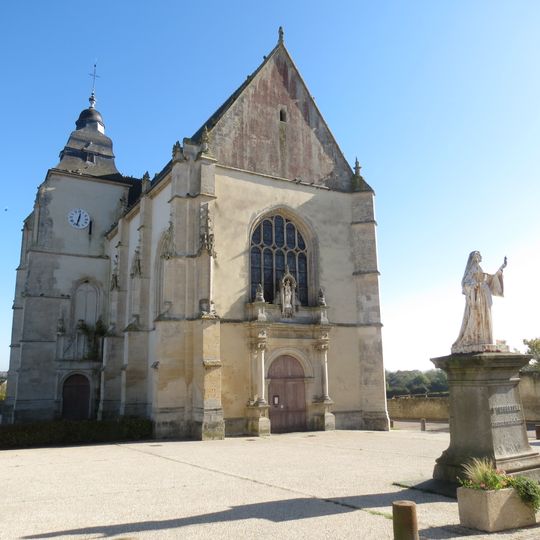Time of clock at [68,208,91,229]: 12:32
